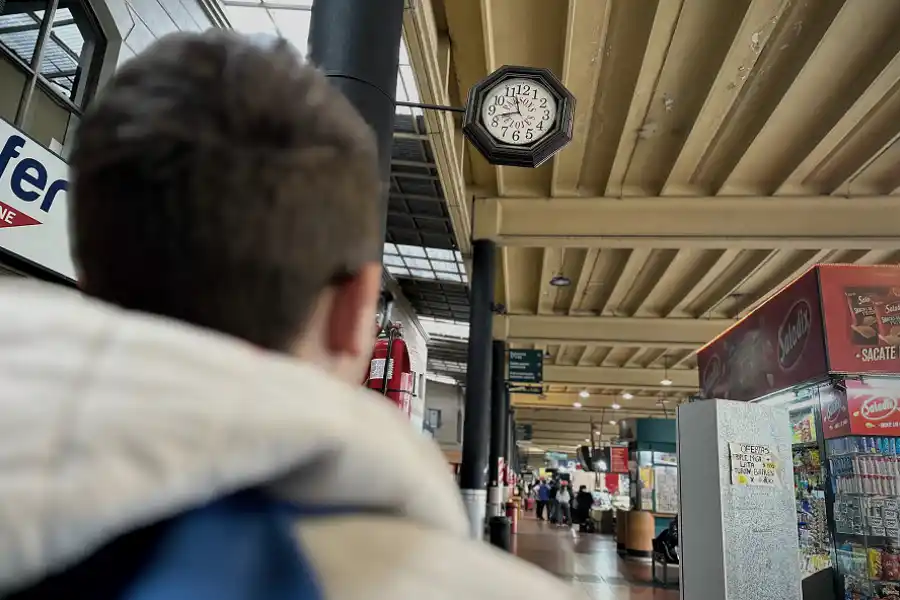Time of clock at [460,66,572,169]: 11:42
